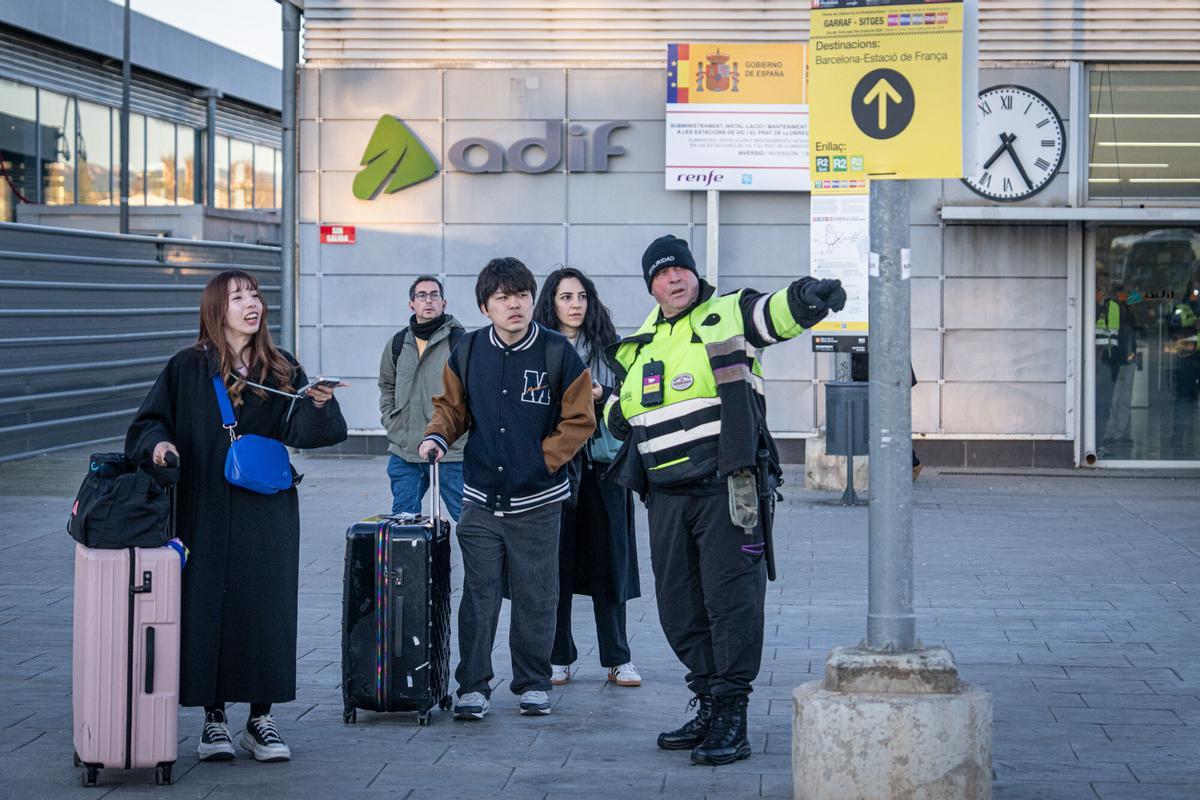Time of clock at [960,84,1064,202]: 7:25
